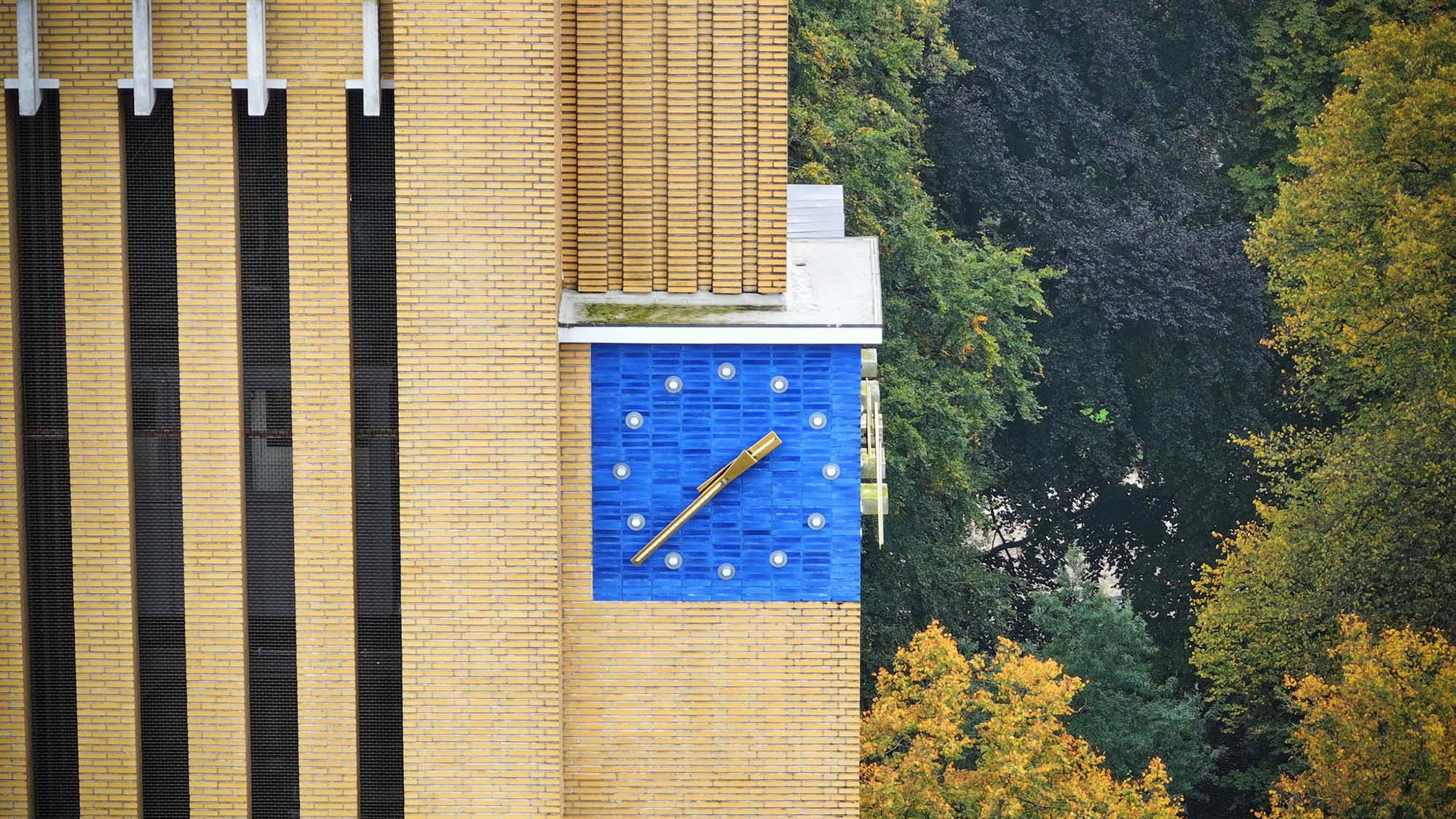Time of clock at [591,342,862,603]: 1:37
